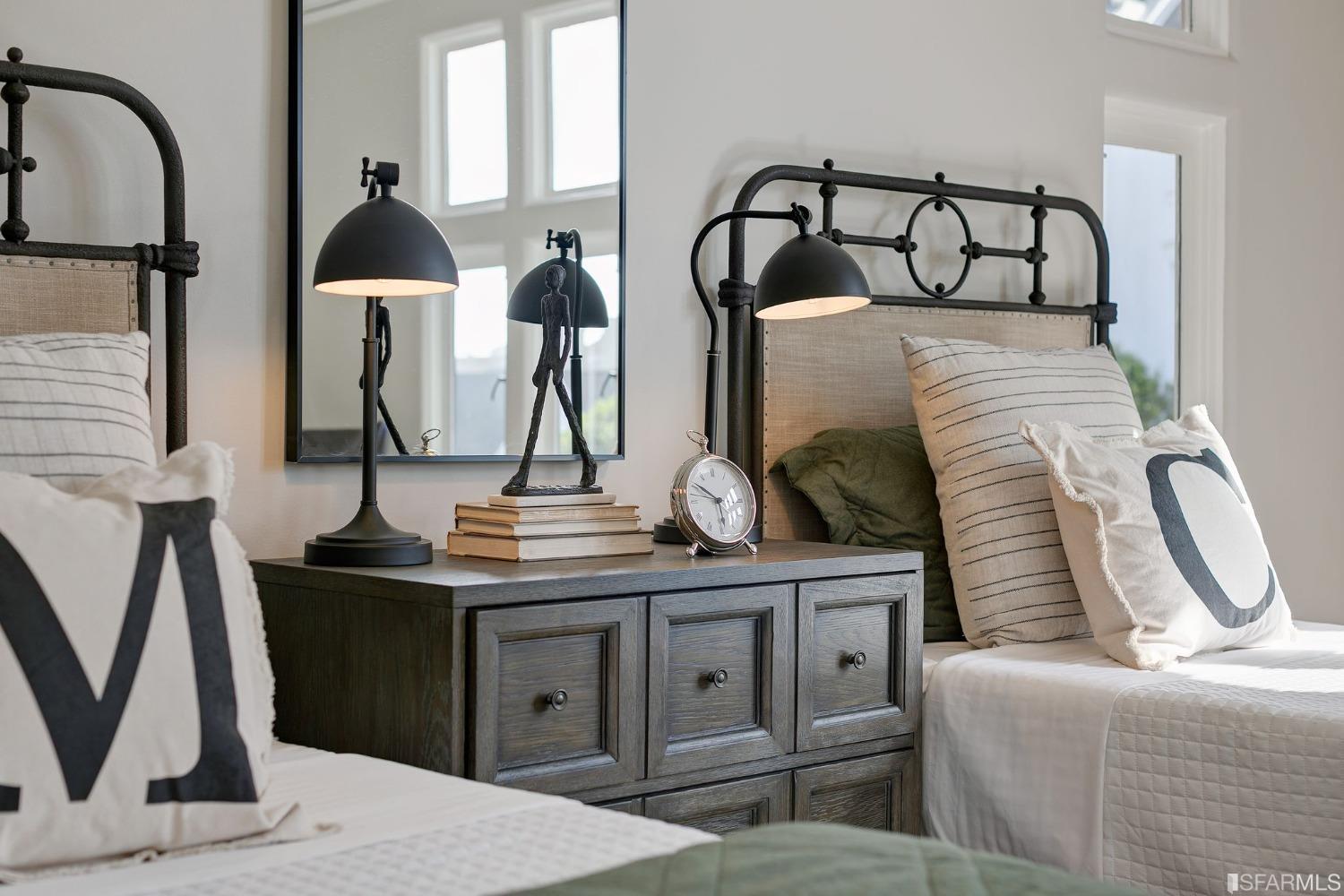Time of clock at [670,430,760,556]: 2:48
